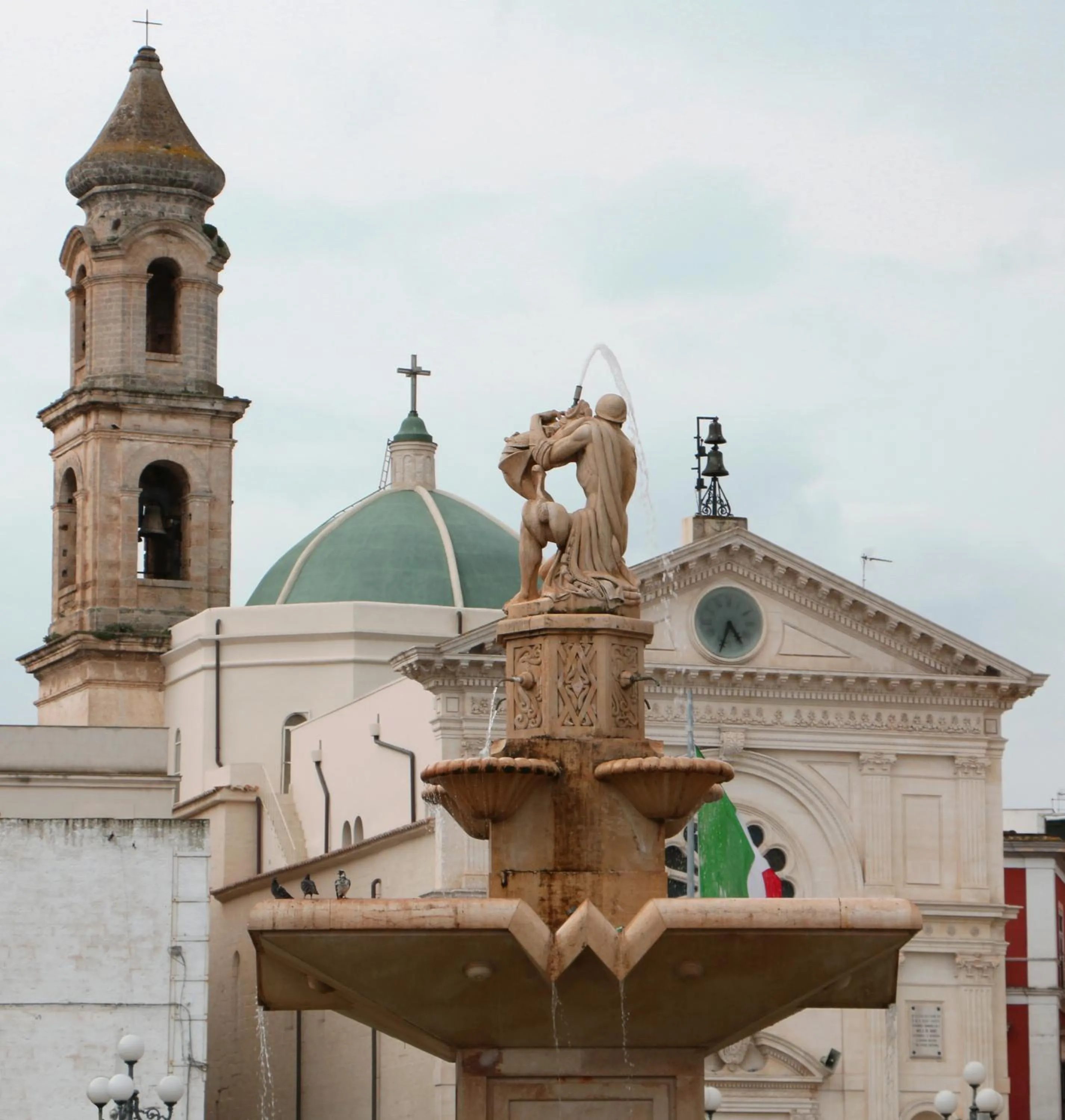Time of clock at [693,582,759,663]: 4:33
